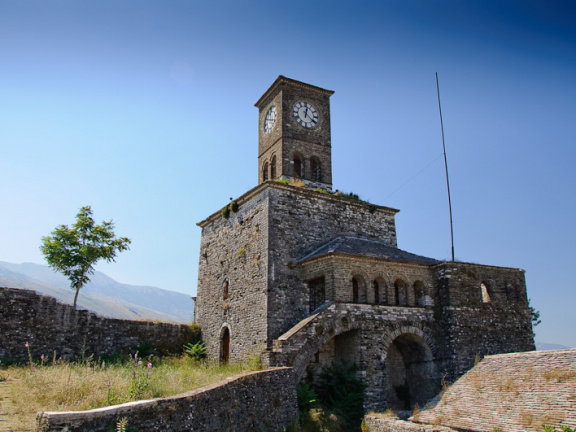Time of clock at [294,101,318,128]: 12:21
